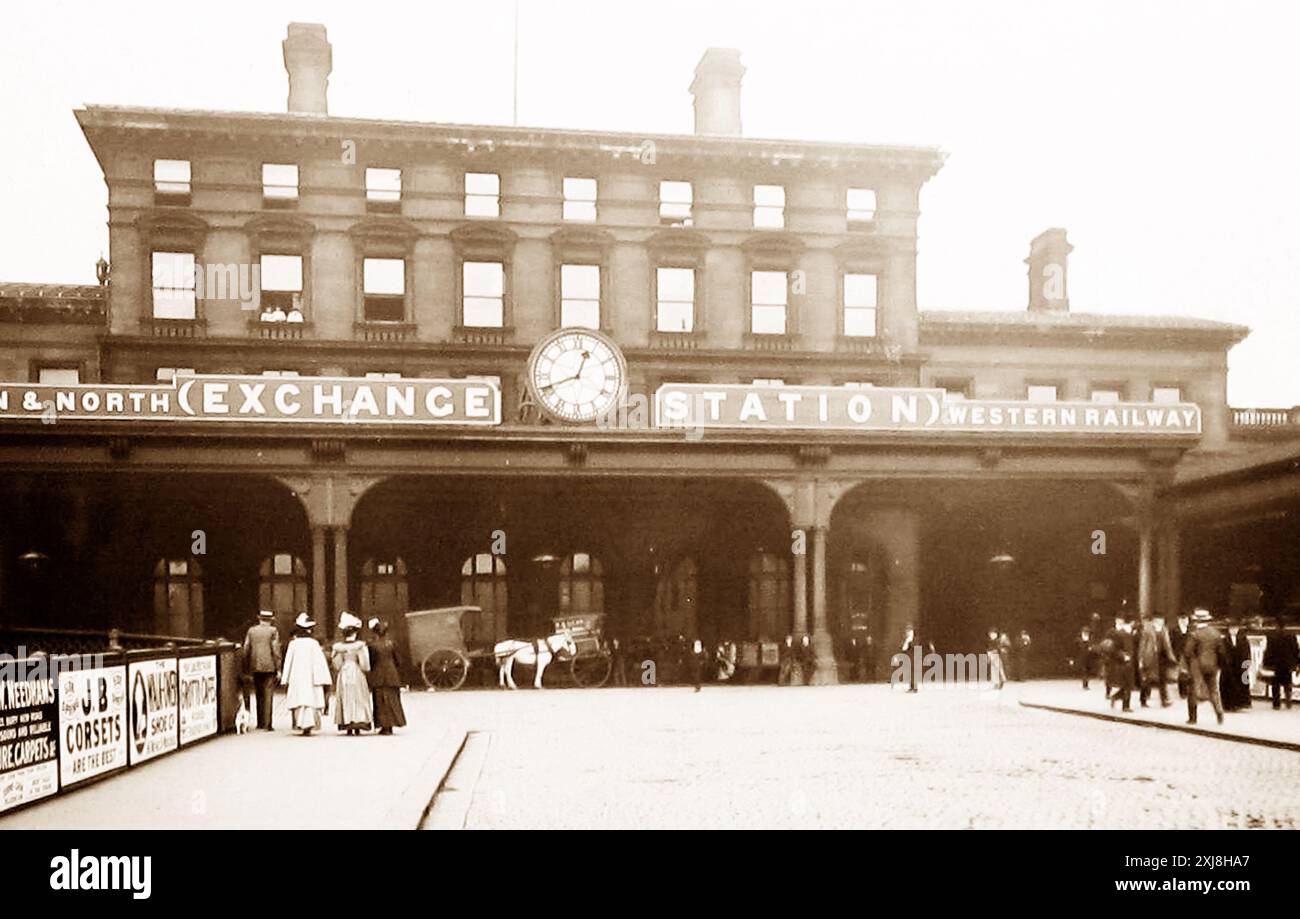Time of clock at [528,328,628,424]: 12:41
